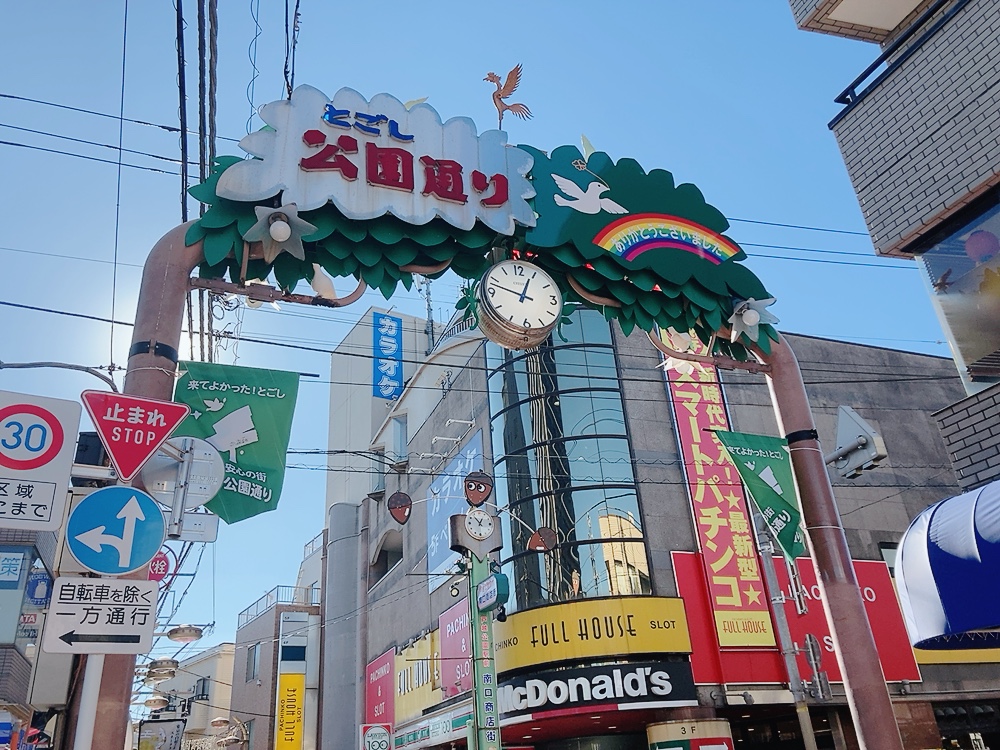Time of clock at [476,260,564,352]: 12:47
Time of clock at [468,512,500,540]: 12:53
